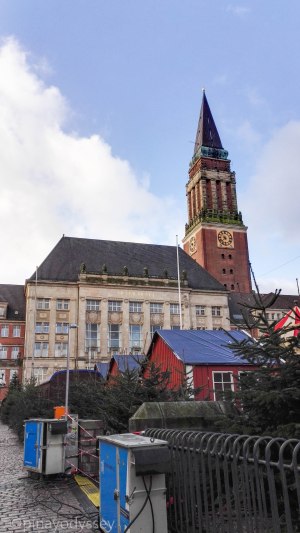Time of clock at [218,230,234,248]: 10:37
